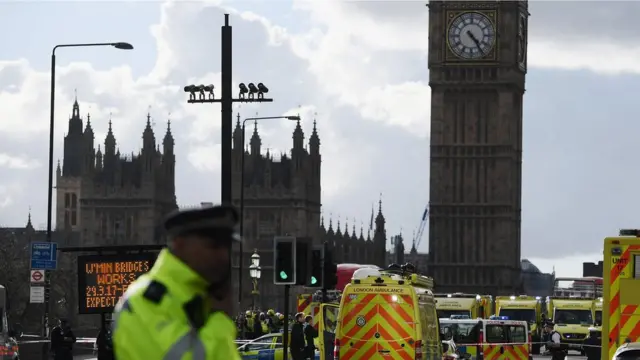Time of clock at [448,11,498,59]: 4:24
